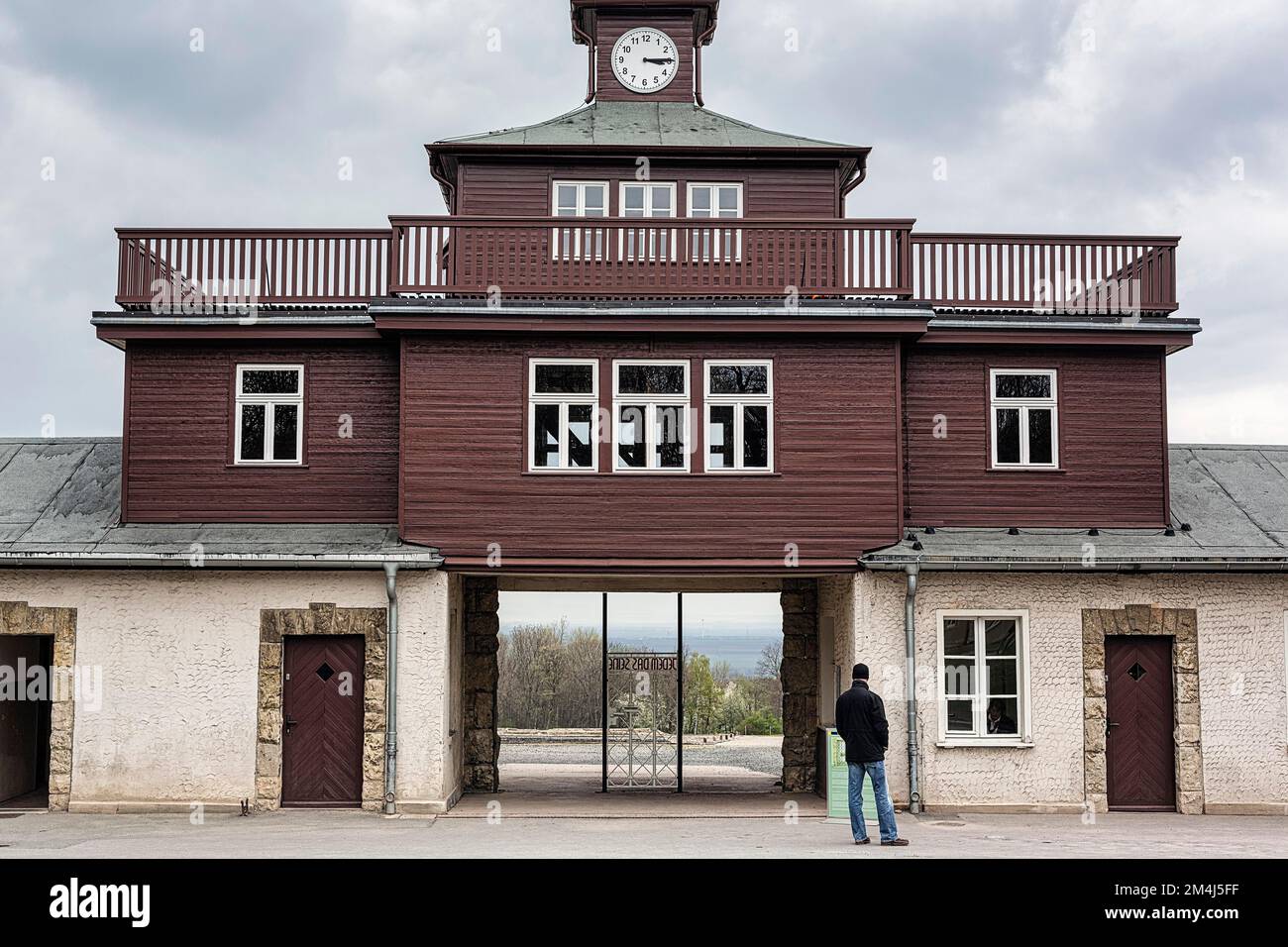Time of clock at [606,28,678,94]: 3:14
